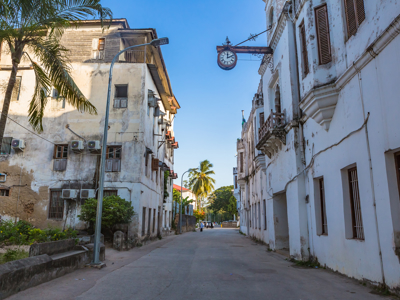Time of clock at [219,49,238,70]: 12:11
